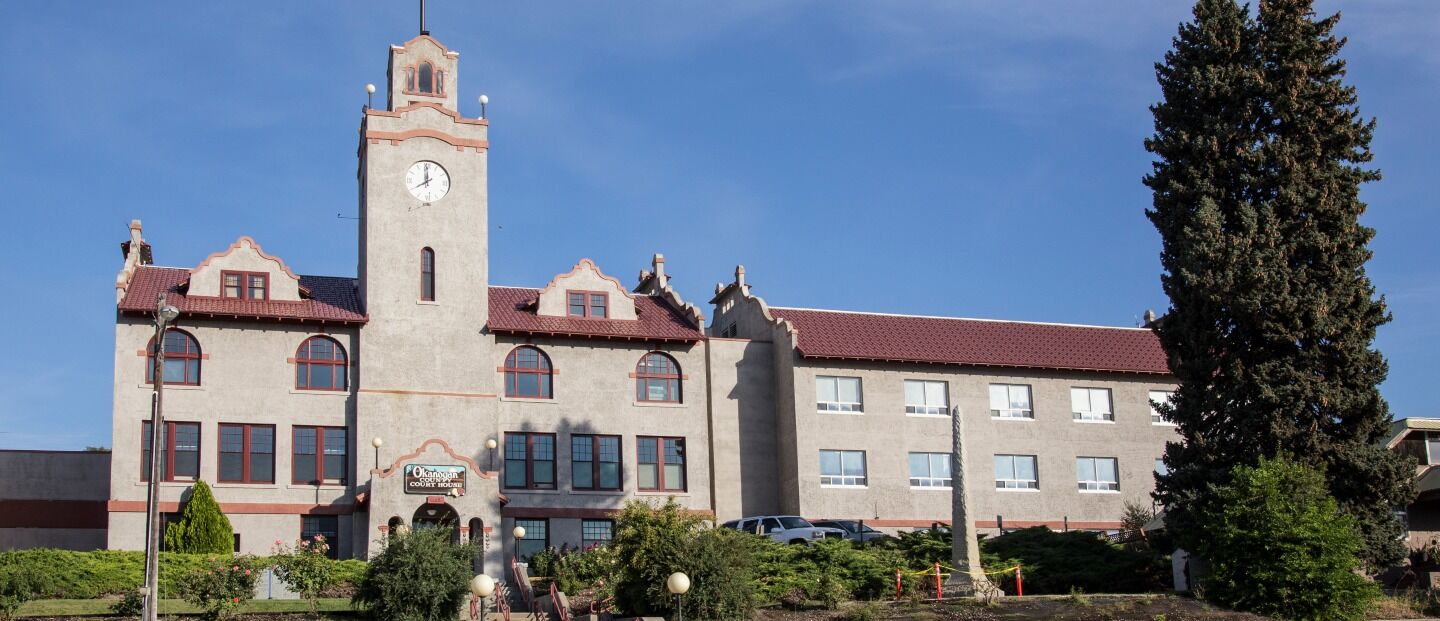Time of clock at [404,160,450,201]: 7:59
